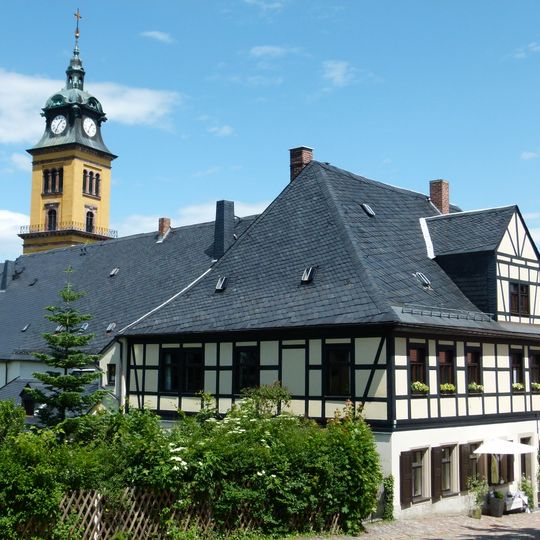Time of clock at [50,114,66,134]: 1:33
